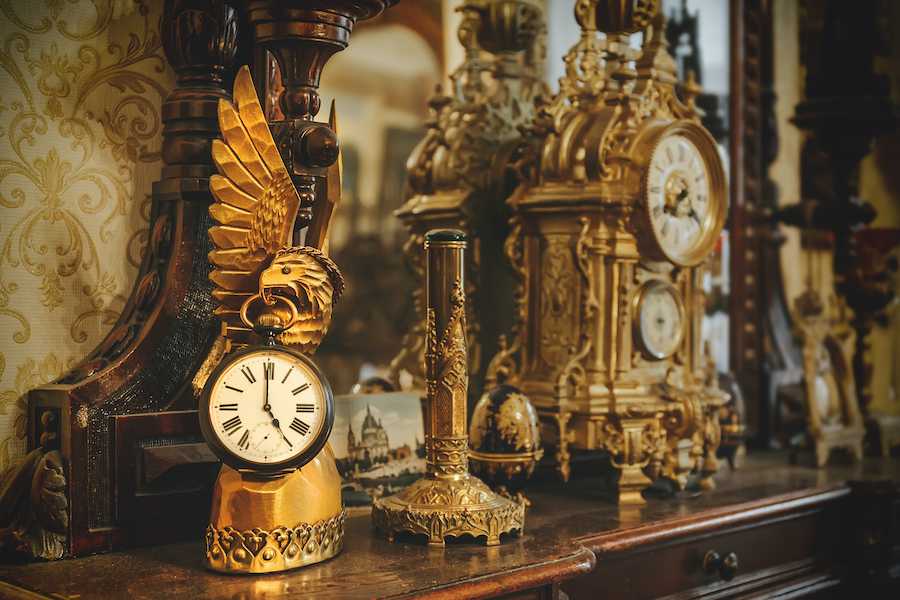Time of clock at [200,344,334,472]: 4:59
